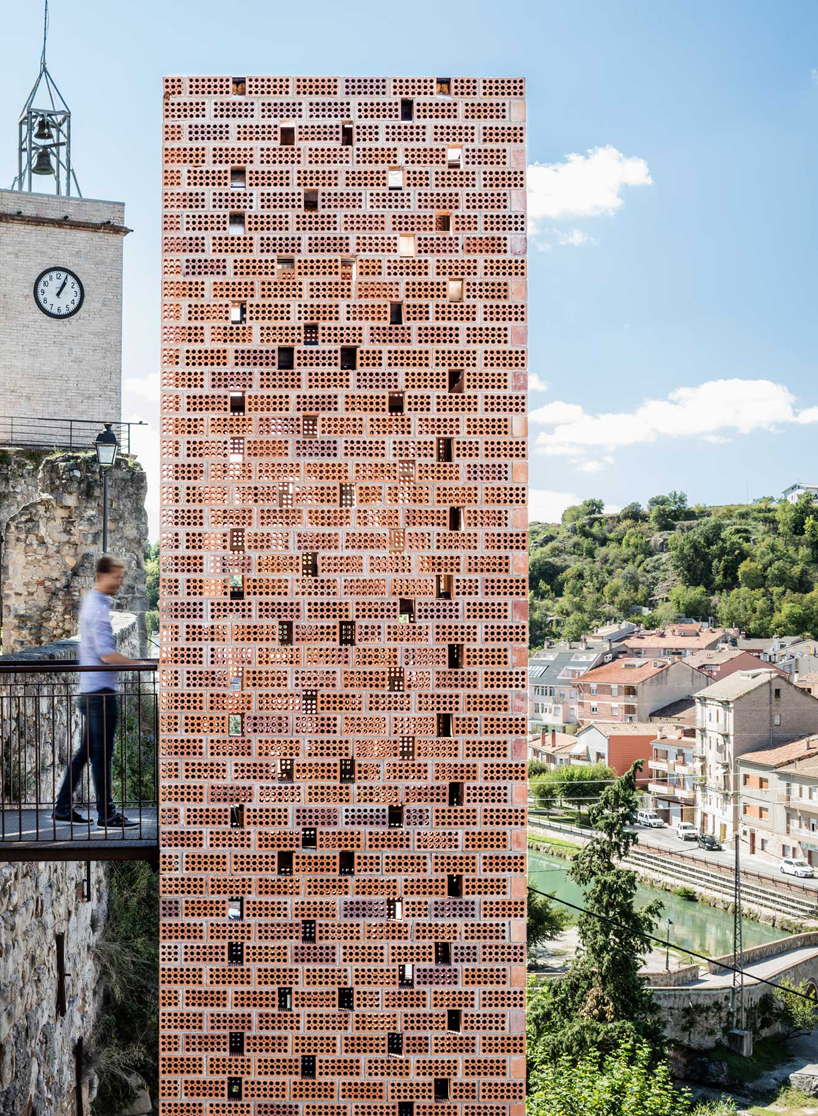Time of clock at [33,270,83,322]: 1:04
